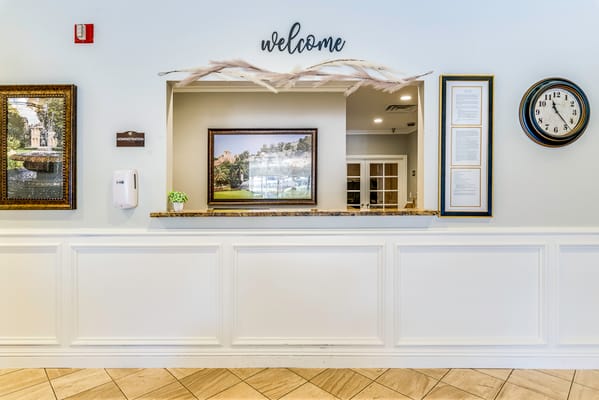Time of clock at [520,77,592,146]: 11:23
